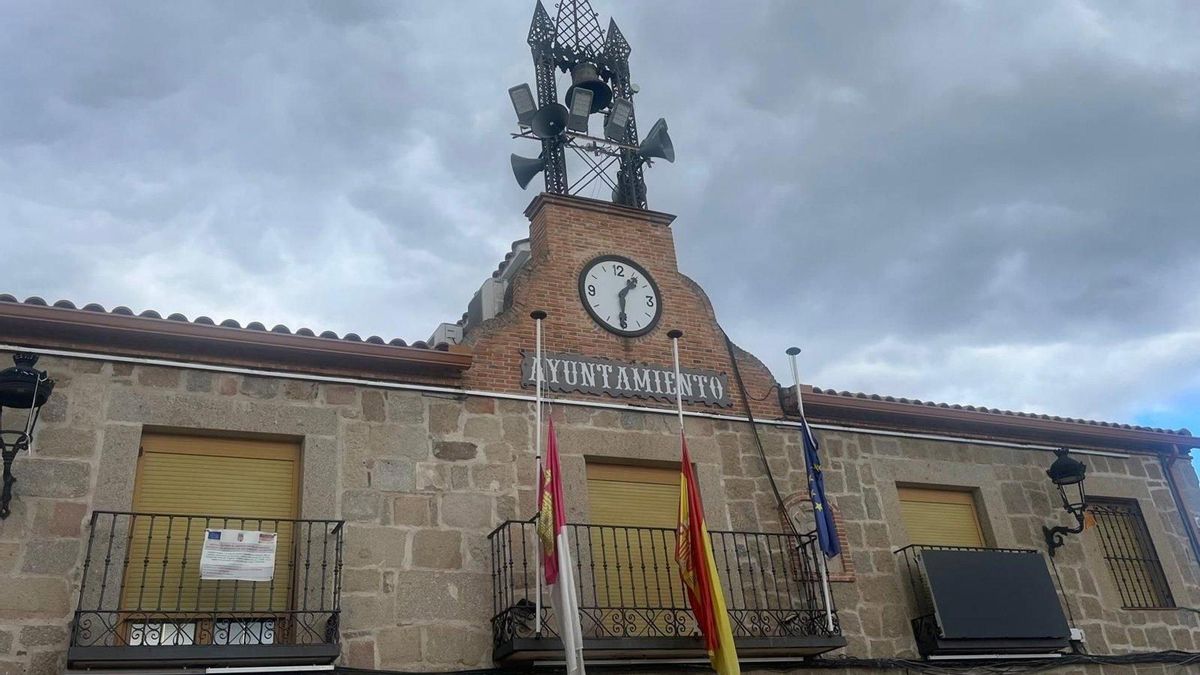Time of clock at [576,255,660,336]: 1:30
